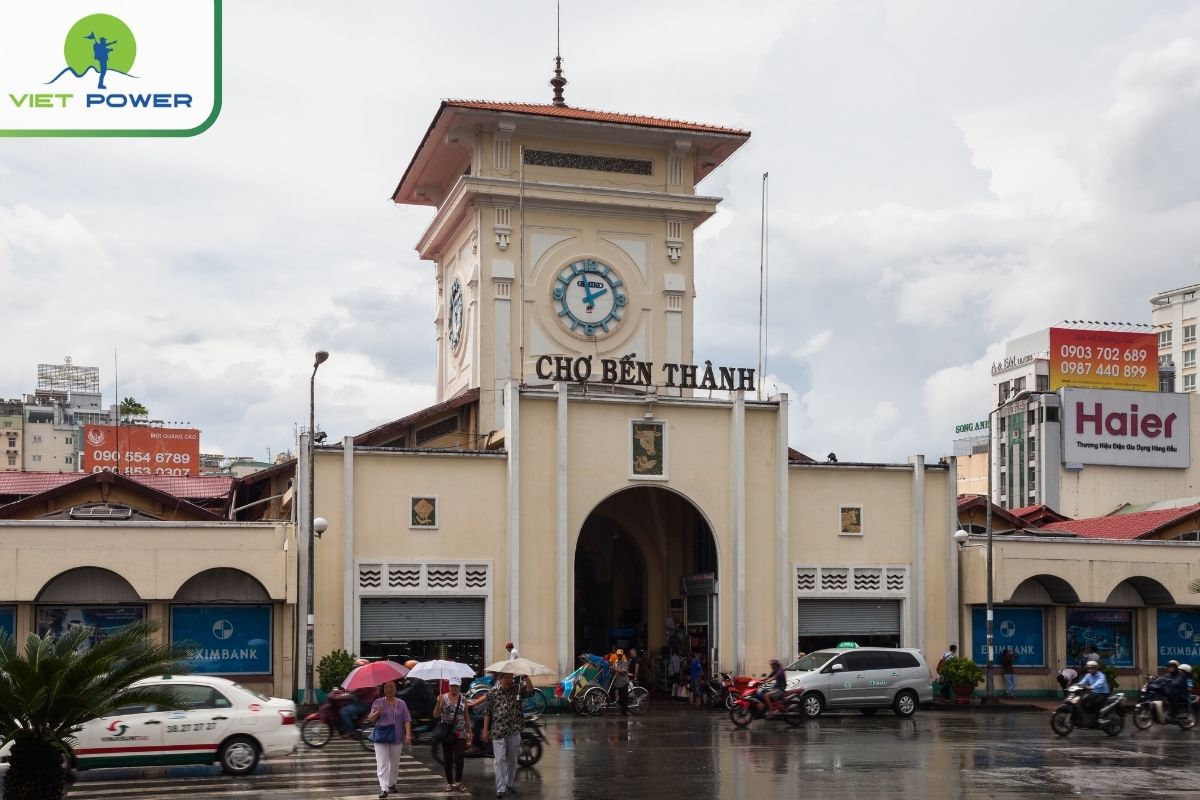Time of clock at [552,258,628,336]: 1:57
